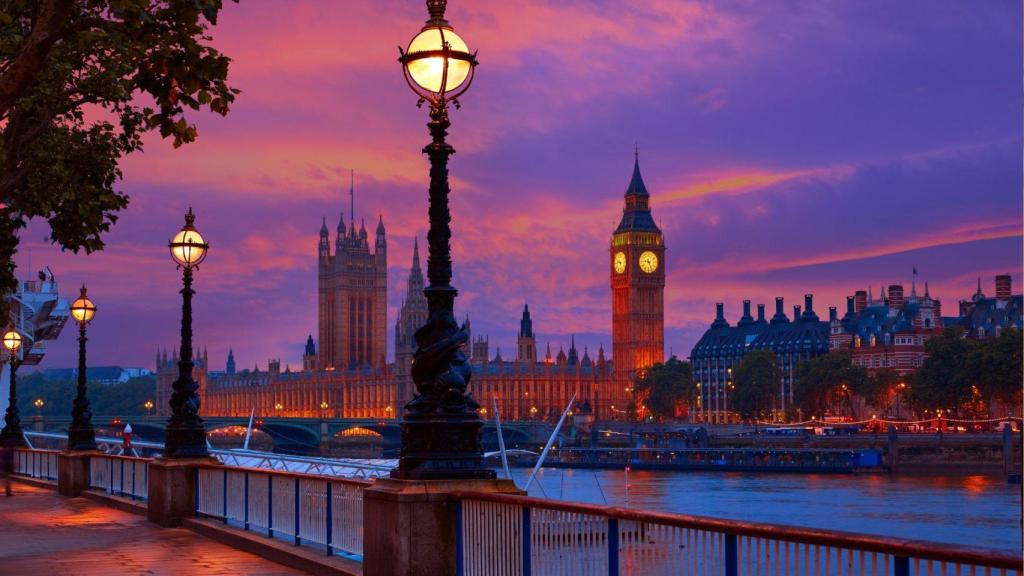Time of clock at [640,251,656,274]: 9:25
